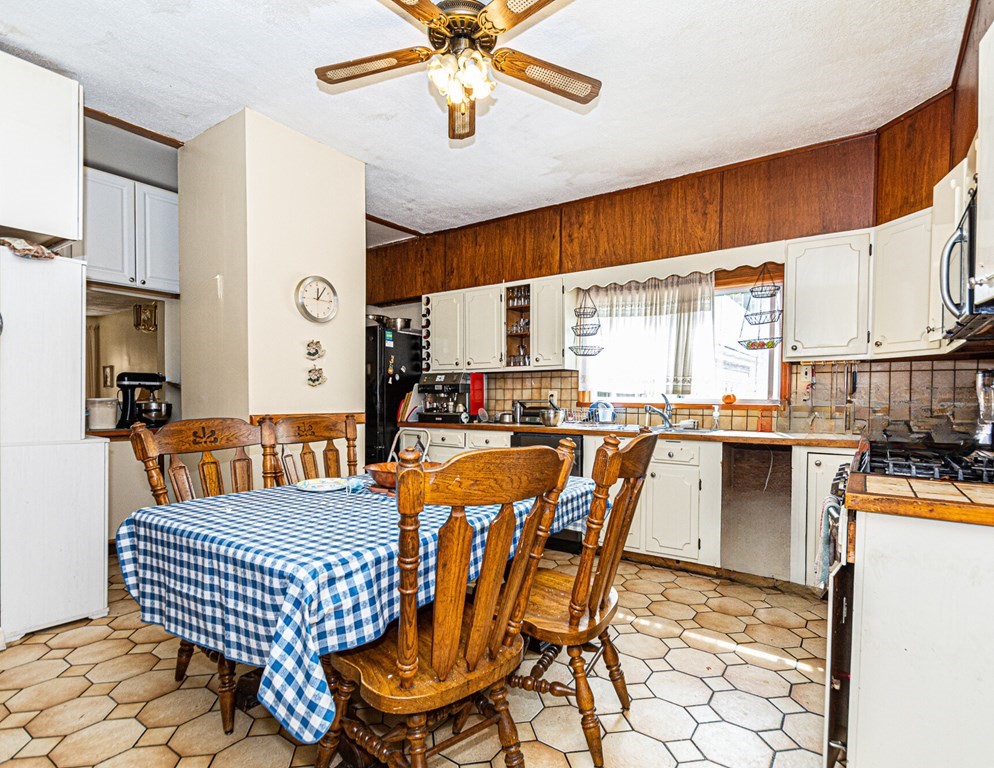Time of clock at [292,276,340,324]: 12:06
